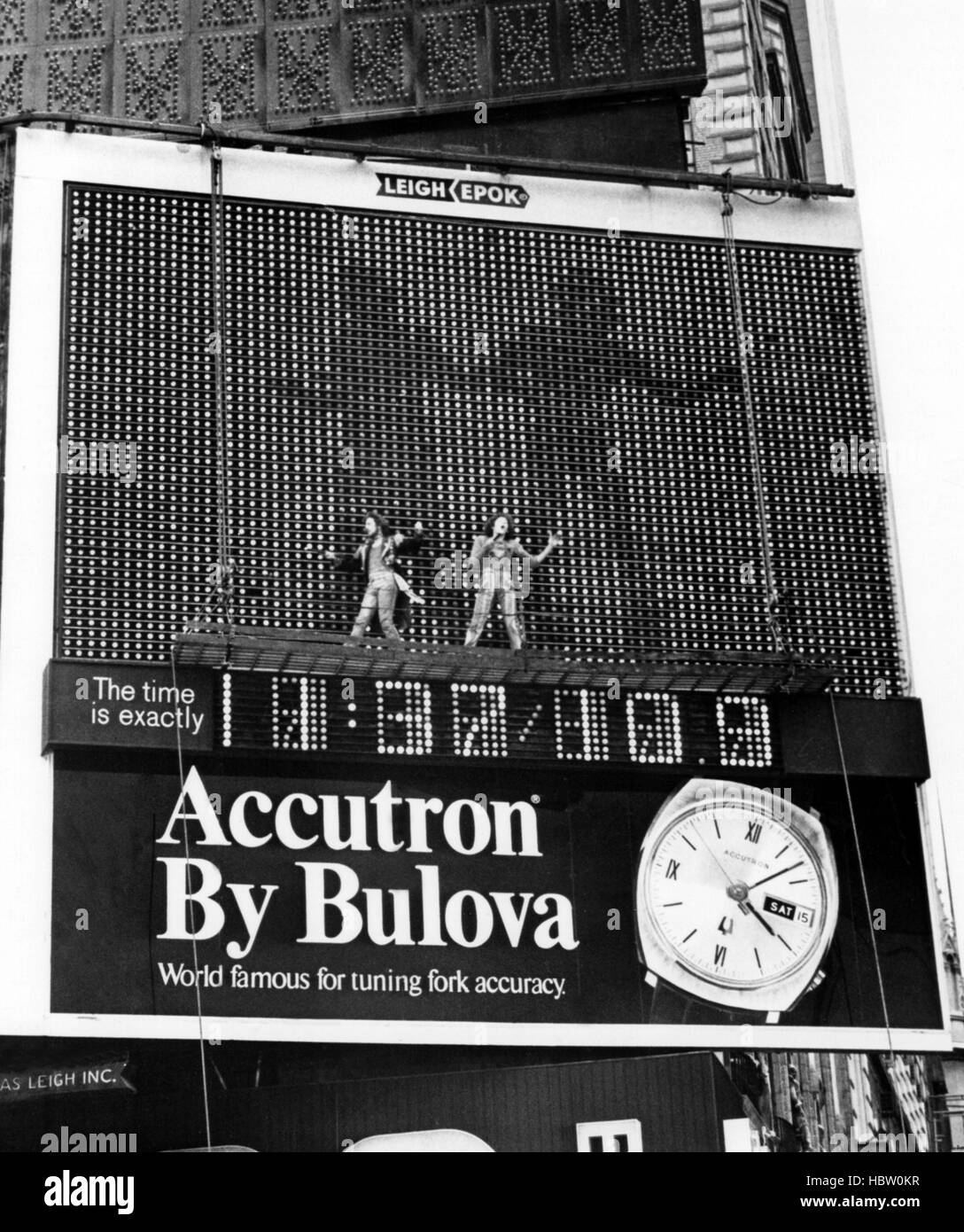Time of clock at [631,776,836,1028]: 4:07
